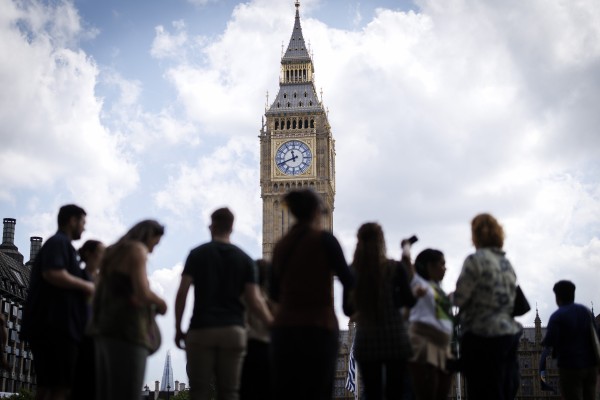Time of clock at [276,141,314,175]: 11:41
